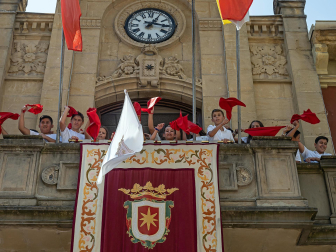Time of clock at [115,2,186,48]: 1:16
